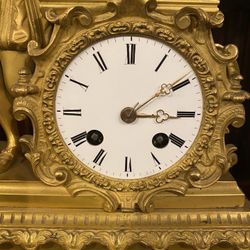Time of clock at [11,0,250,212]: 3:09
